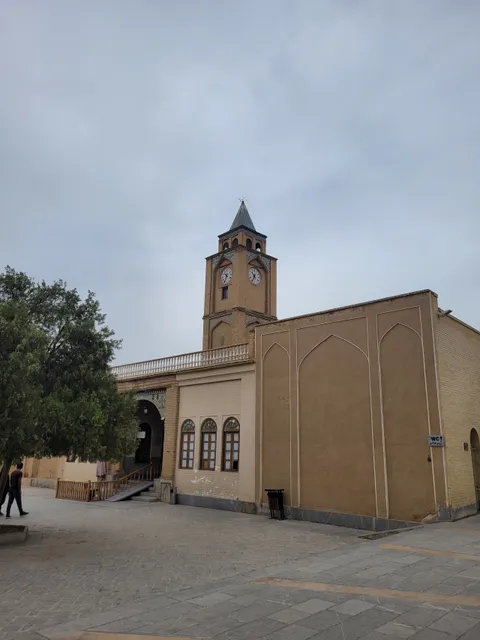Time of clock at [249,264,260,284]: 10:34
